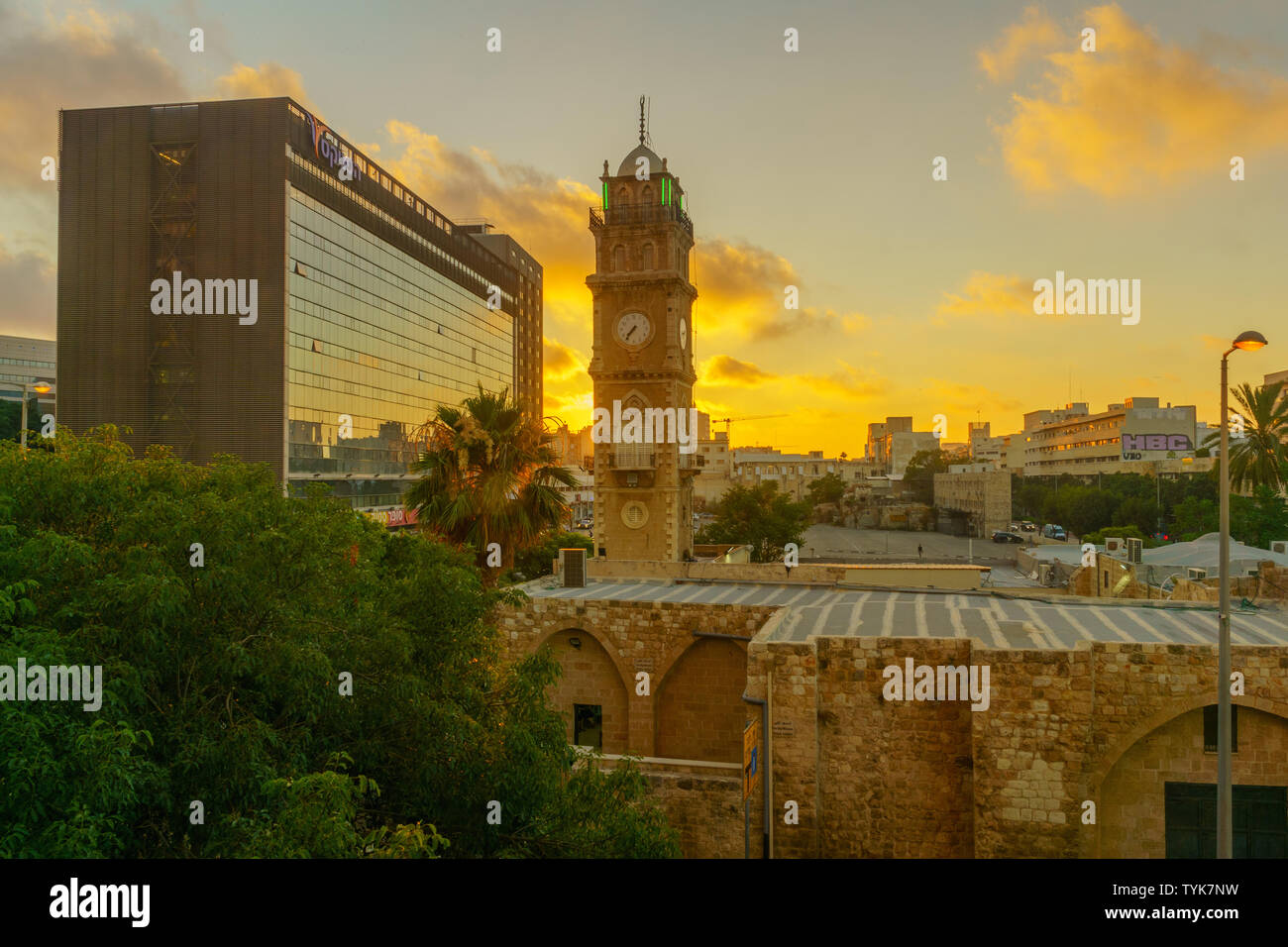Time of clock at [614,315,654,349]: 7:36
